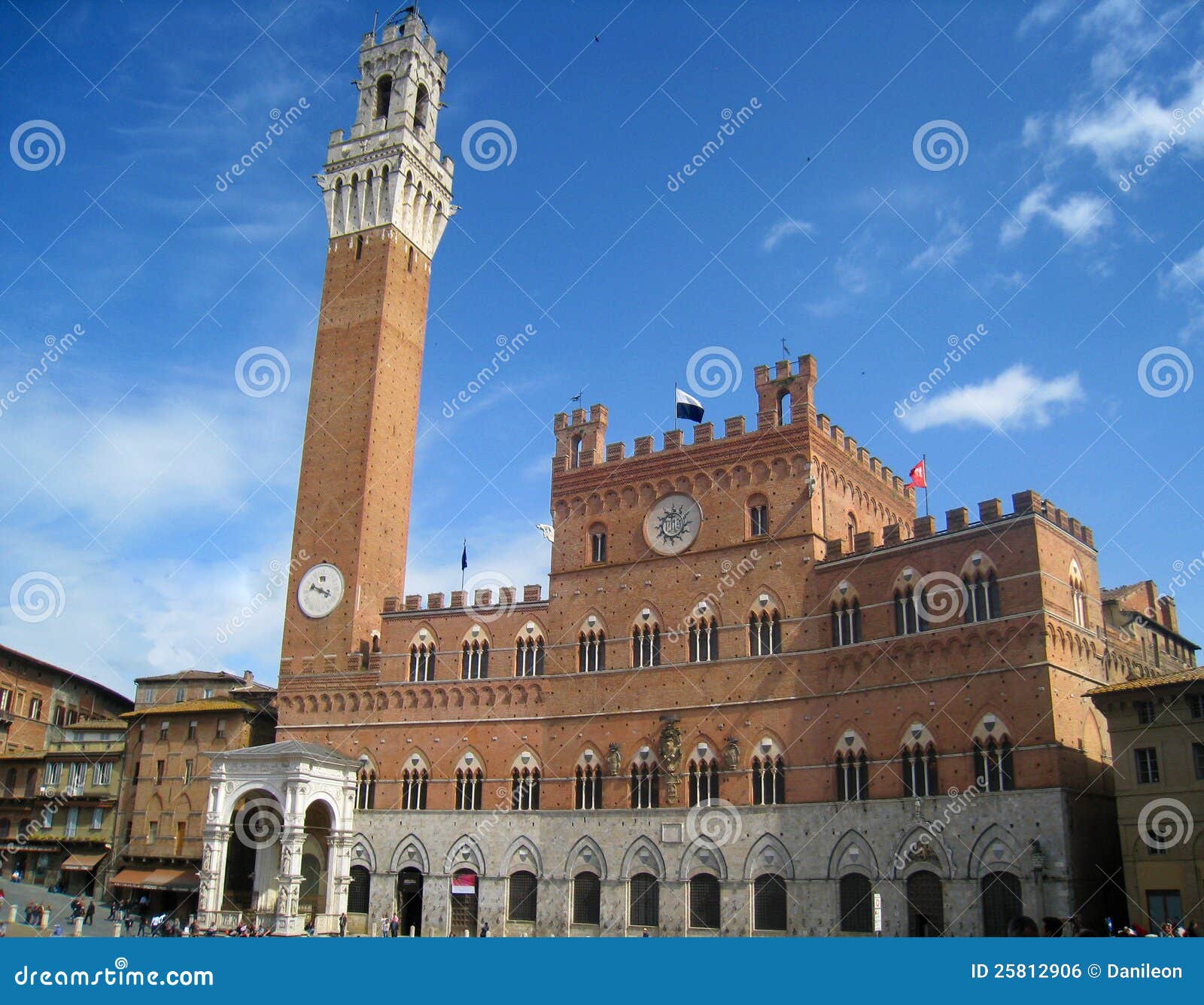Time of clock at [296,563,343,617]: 3:48
